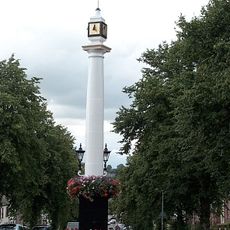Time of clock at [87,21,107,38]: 12:23
